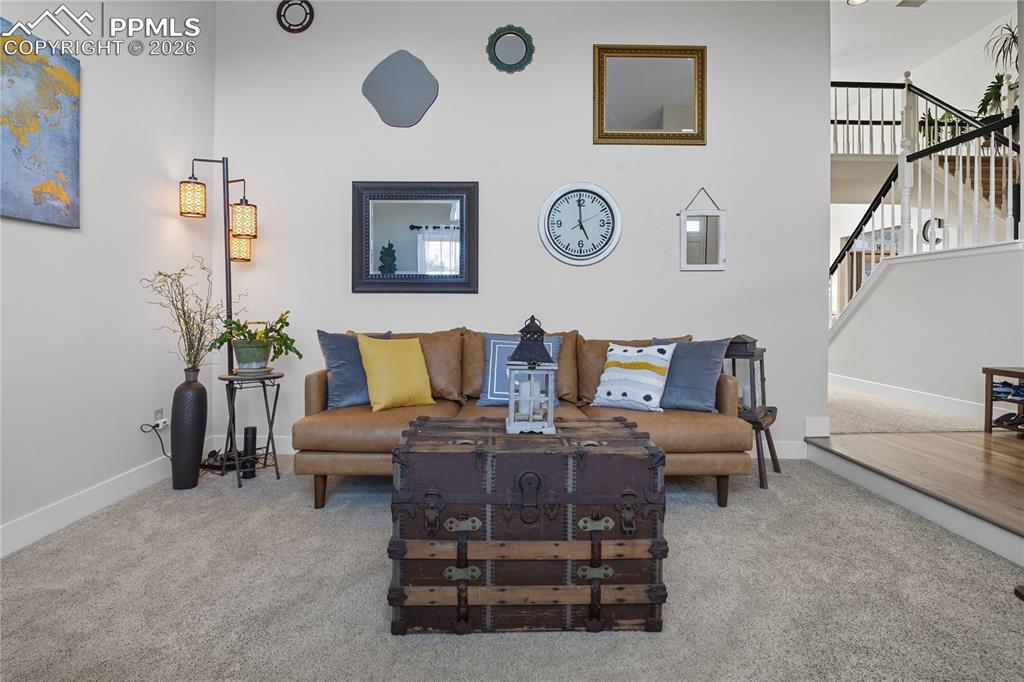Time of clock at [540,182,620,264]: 4:59
